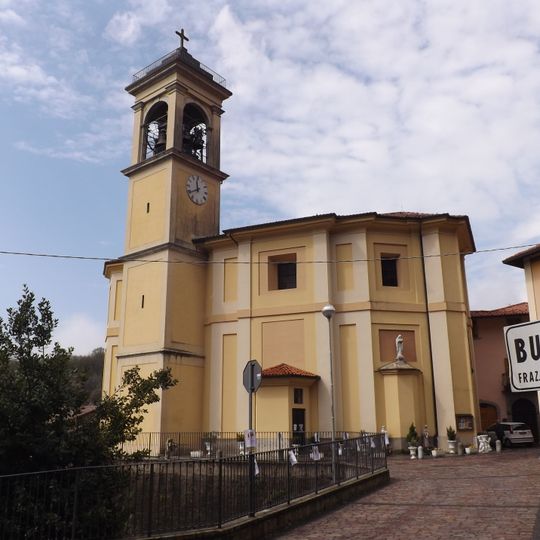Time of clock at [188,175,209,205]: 11:39
